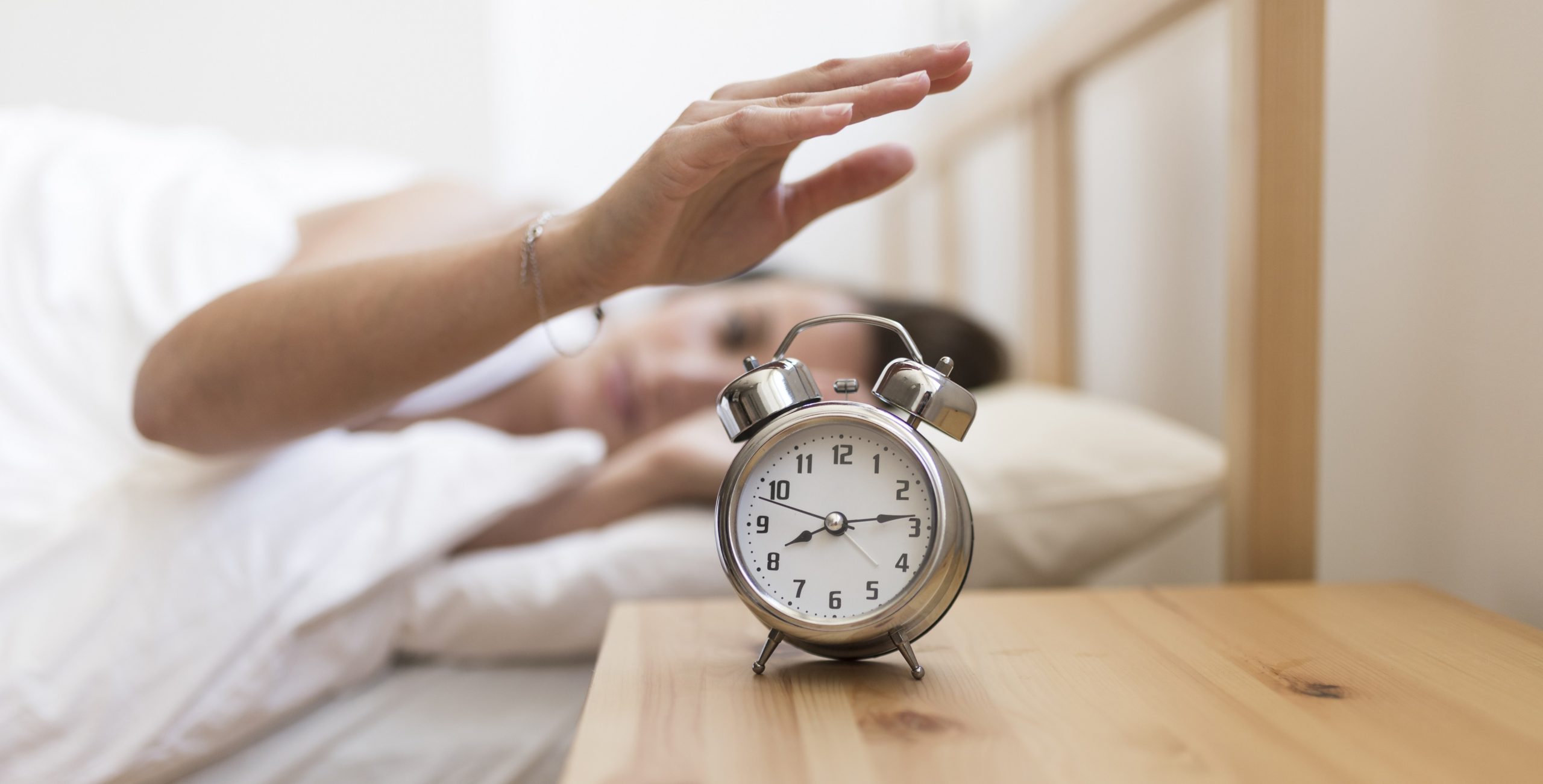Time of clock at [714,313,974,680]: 8:13
